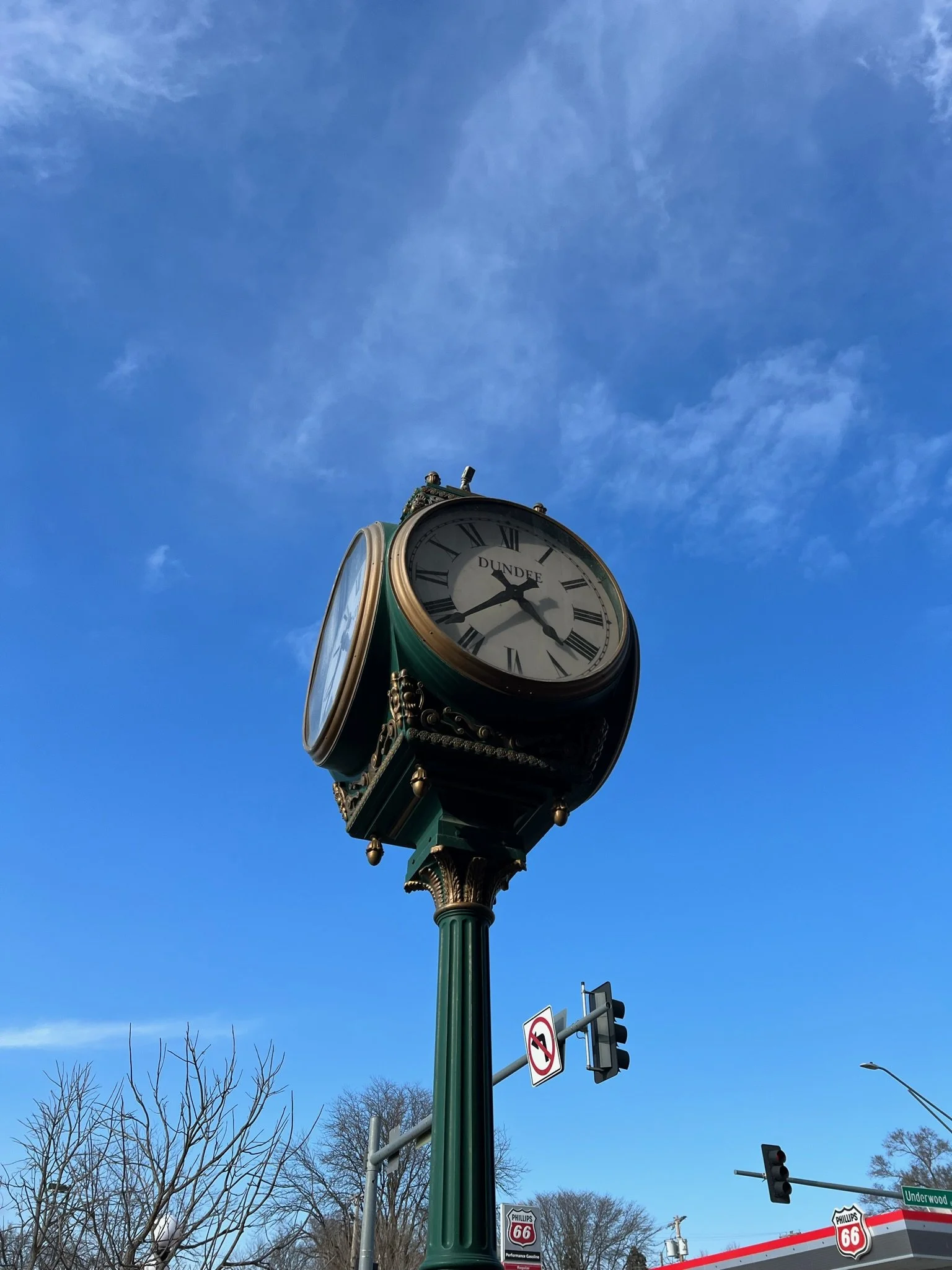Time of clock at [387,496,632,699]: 10:37
